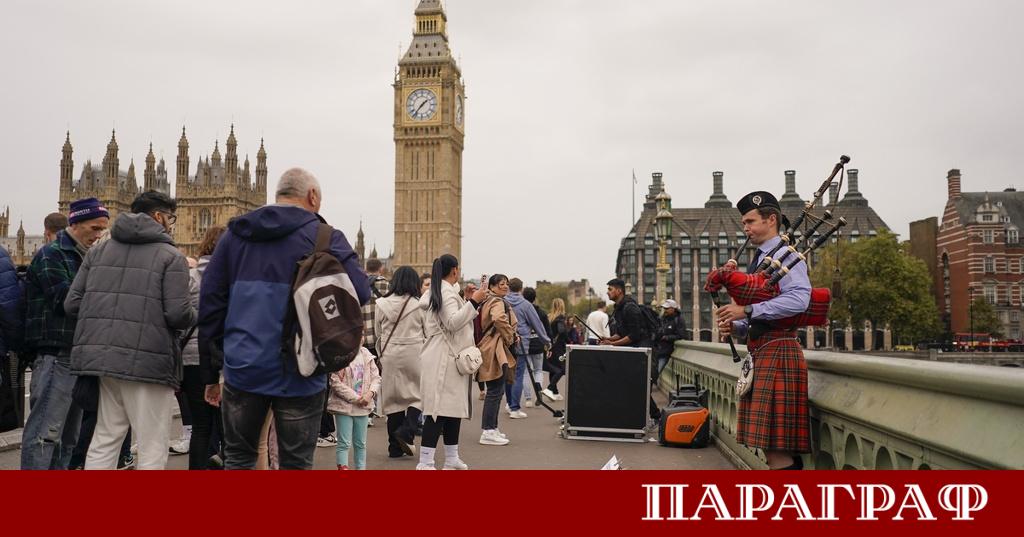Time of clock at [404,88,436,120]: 1:36
